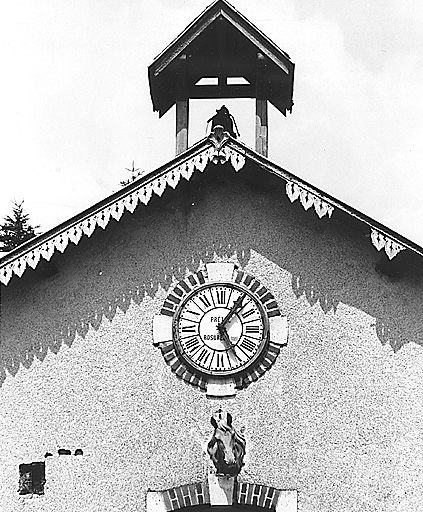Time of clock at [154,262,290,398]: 5:05
